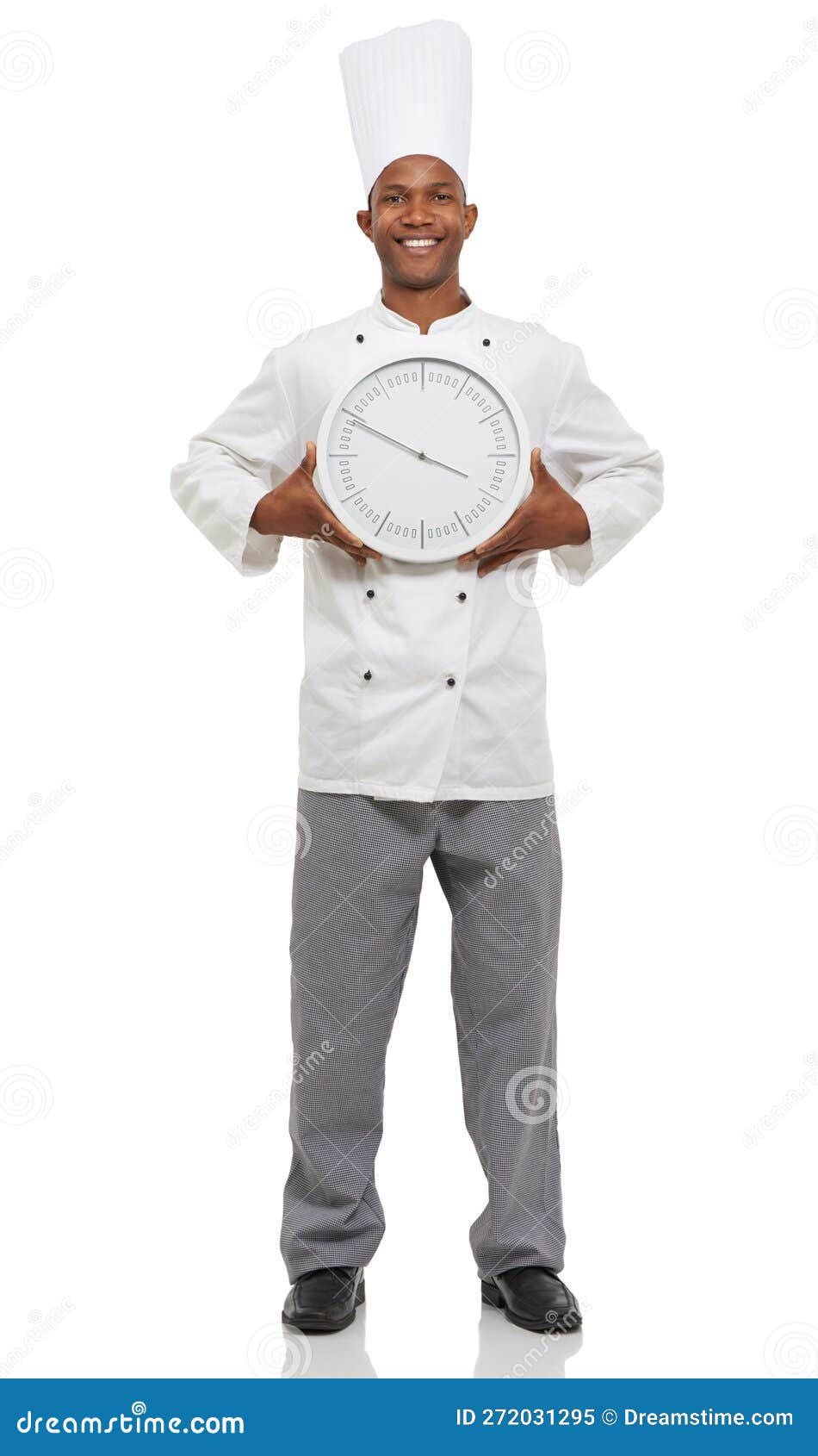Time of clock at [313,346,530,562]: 3:49
